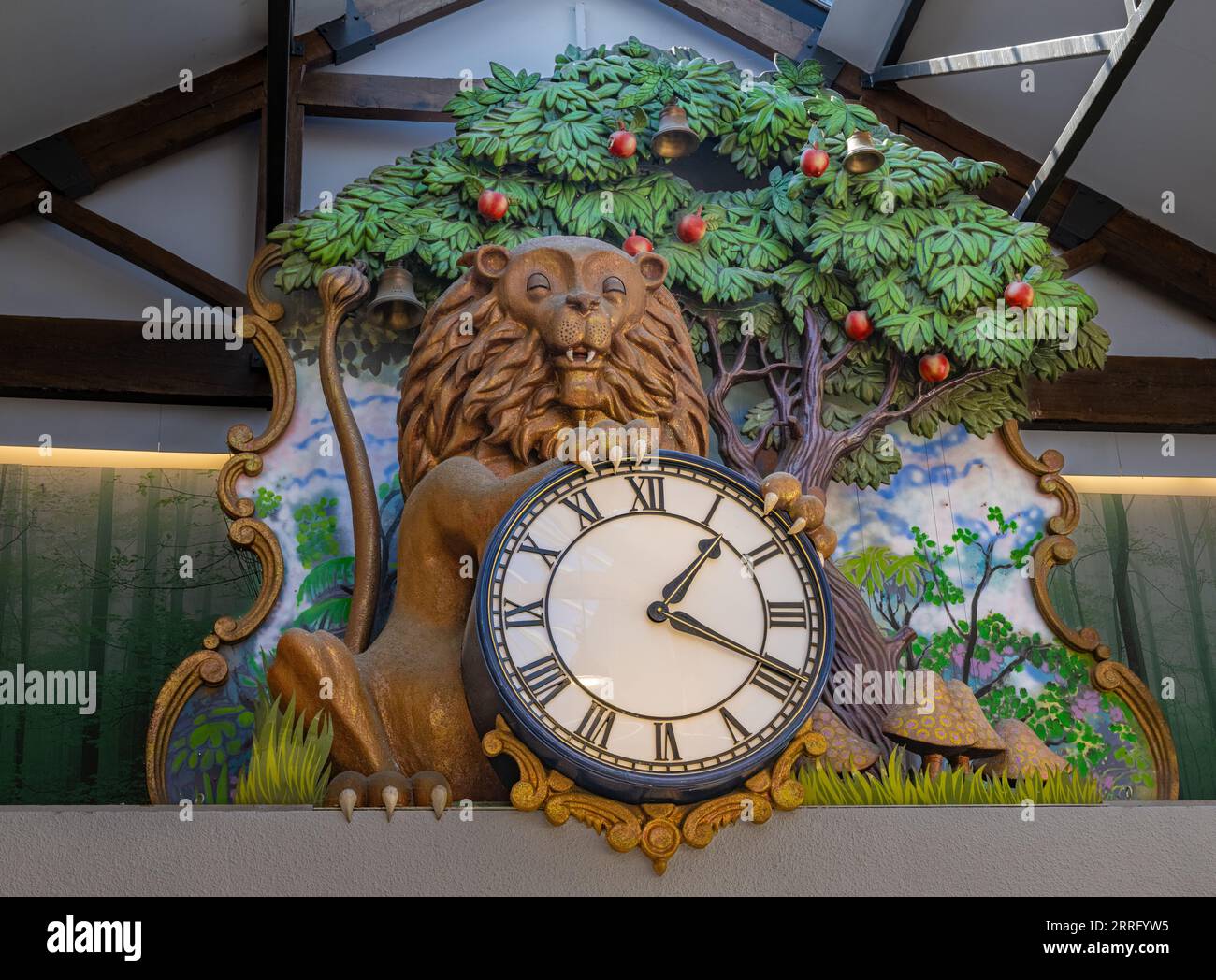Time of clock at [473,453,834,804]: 1:19
